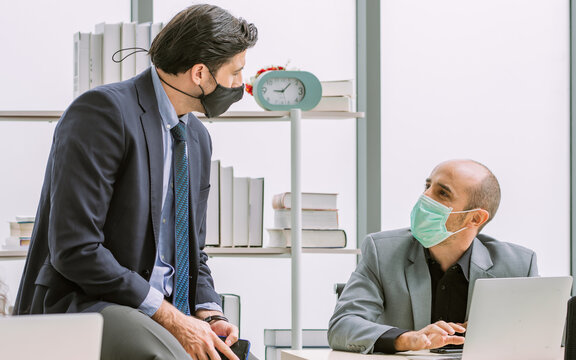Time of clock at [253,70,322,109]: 9:07
